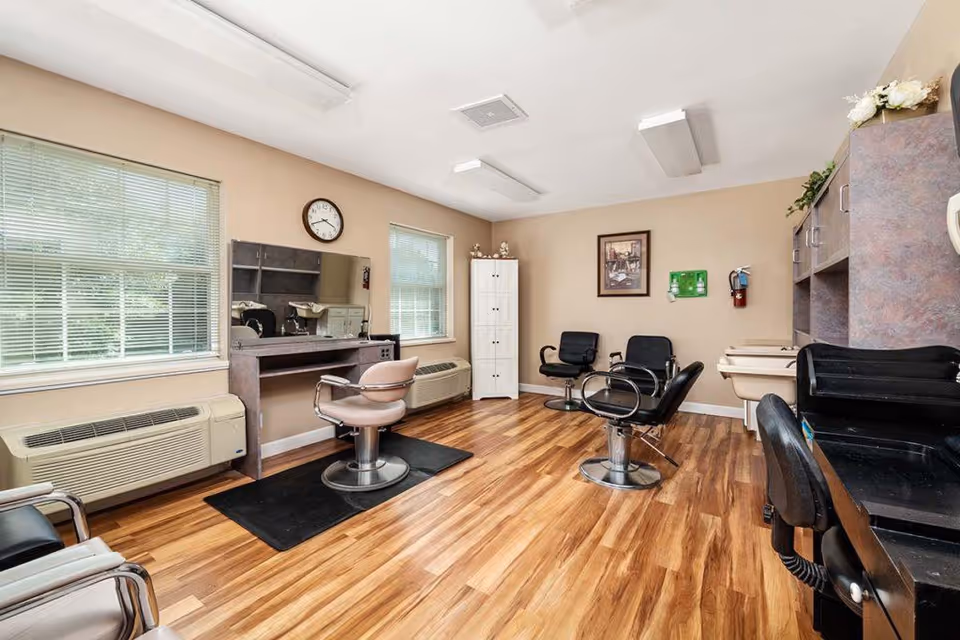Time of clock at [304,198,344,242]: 3:40
